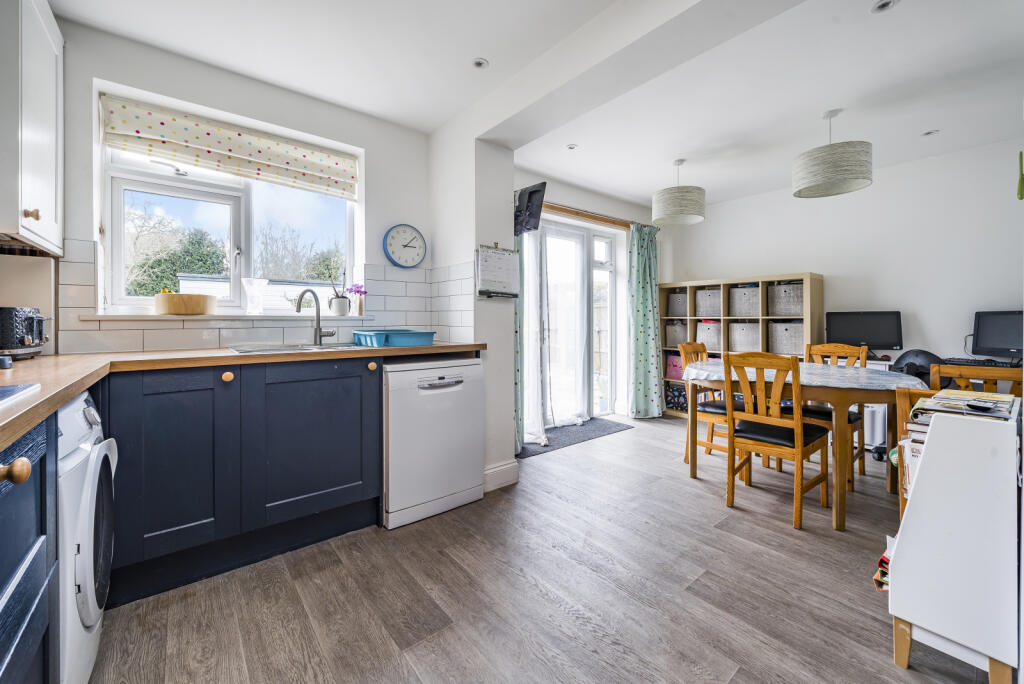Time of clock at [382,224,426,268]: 3:08
